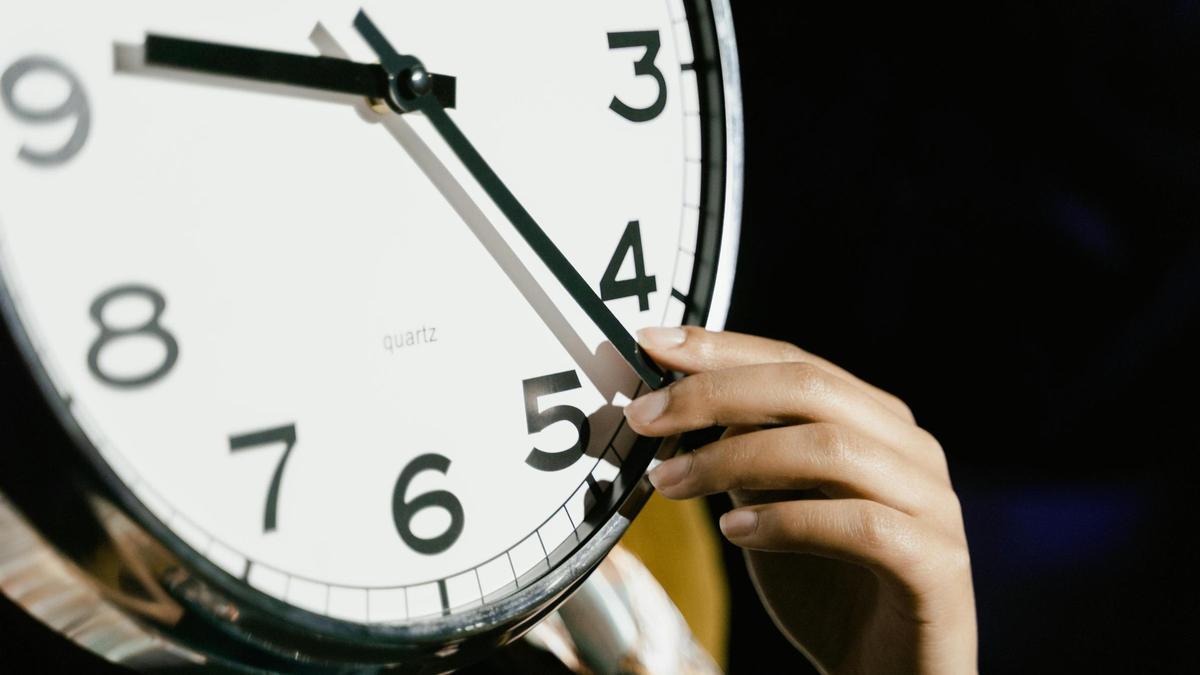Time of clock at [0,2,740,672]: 9:22
